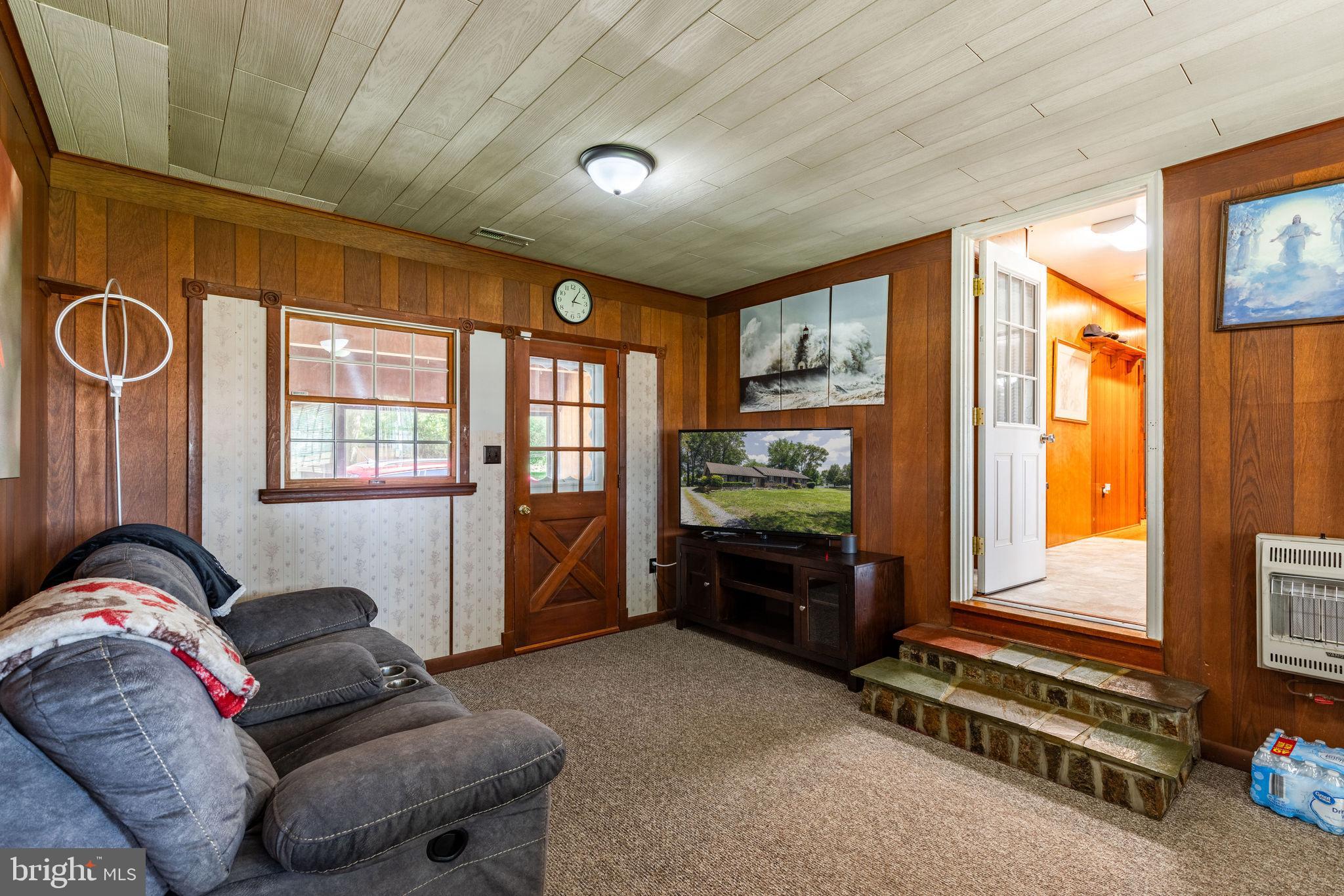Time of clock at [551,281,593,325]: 3:05
